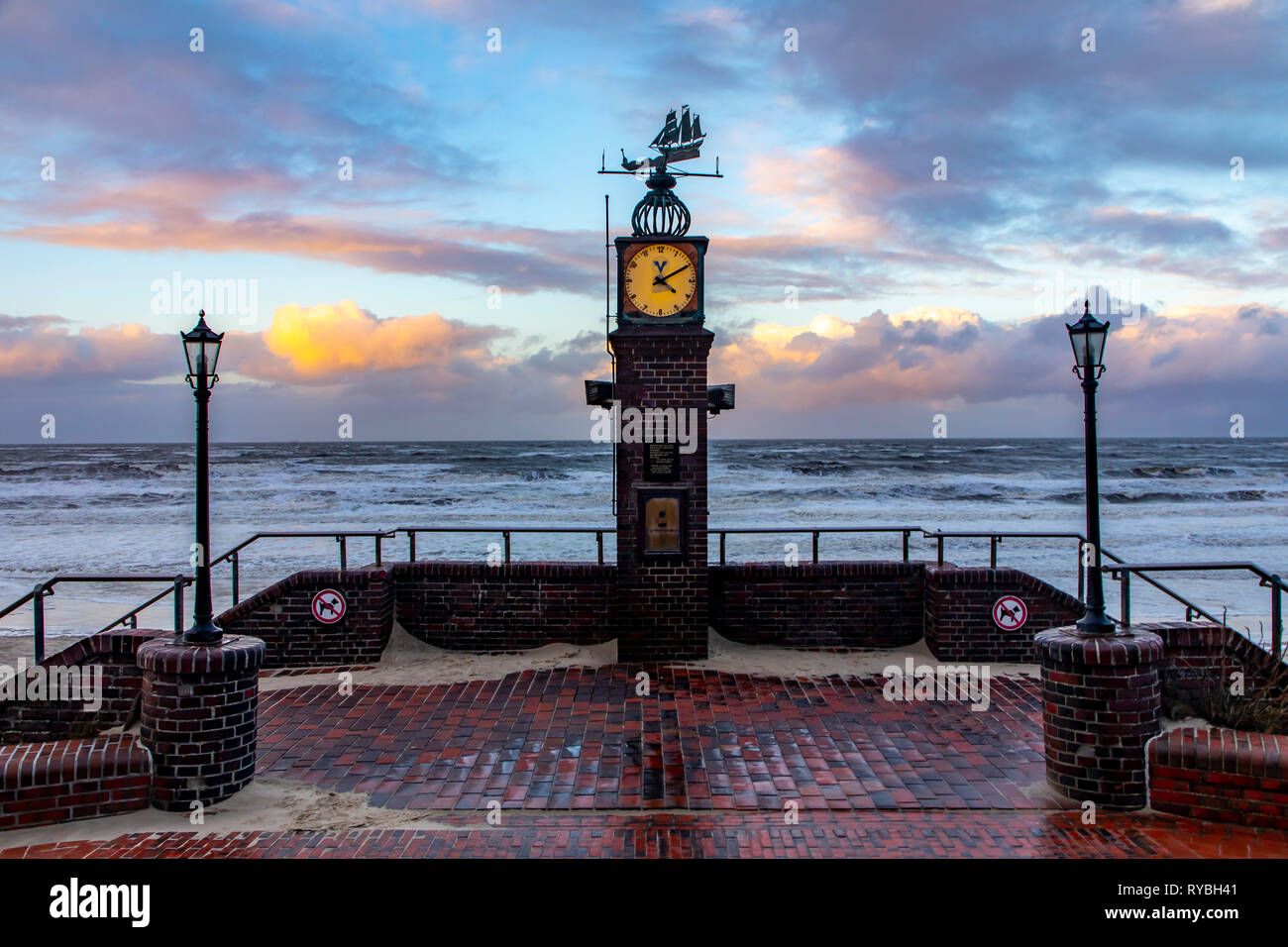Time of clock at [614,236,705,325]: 4:10
